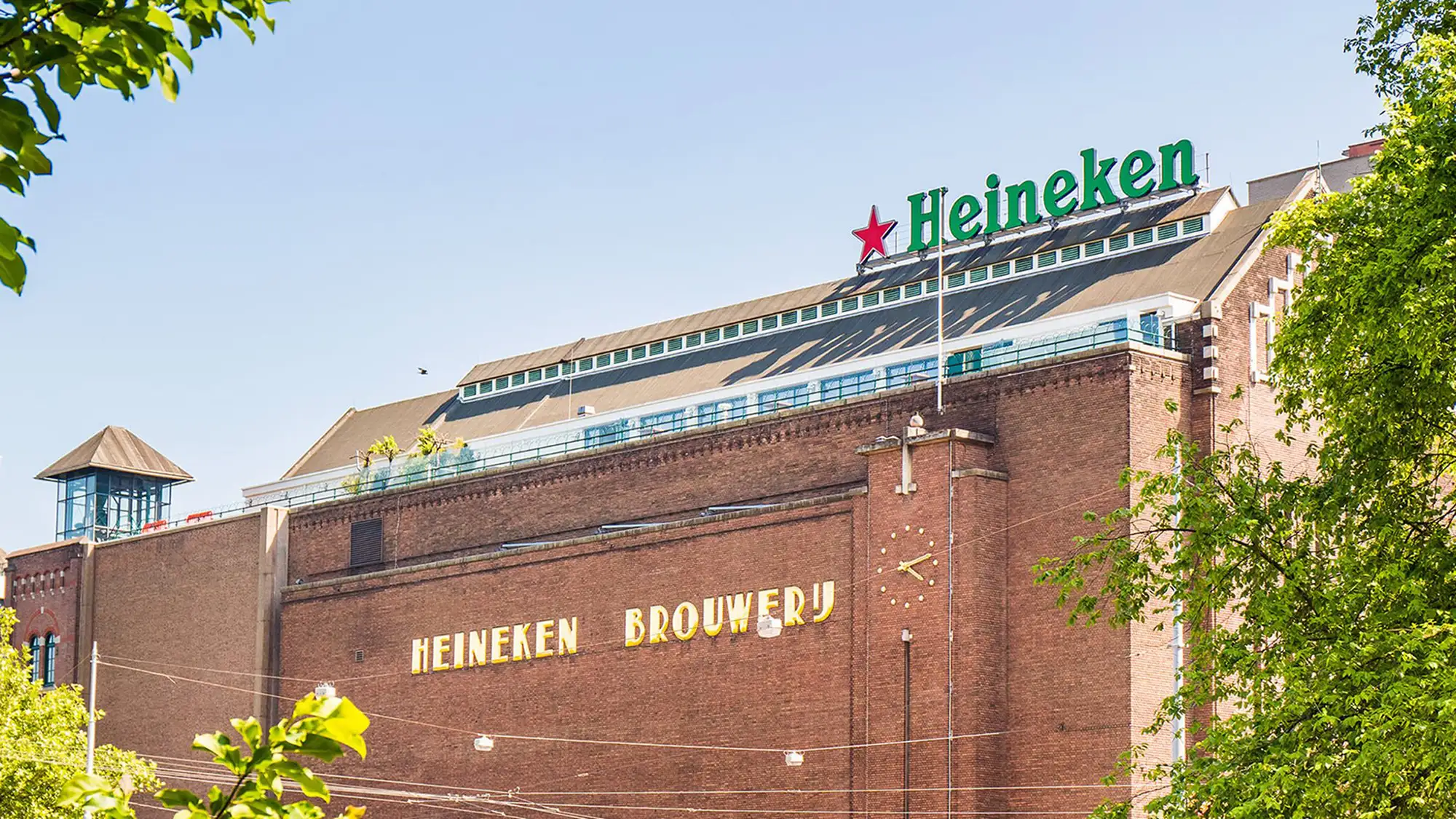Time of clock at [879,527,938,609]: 4:12
